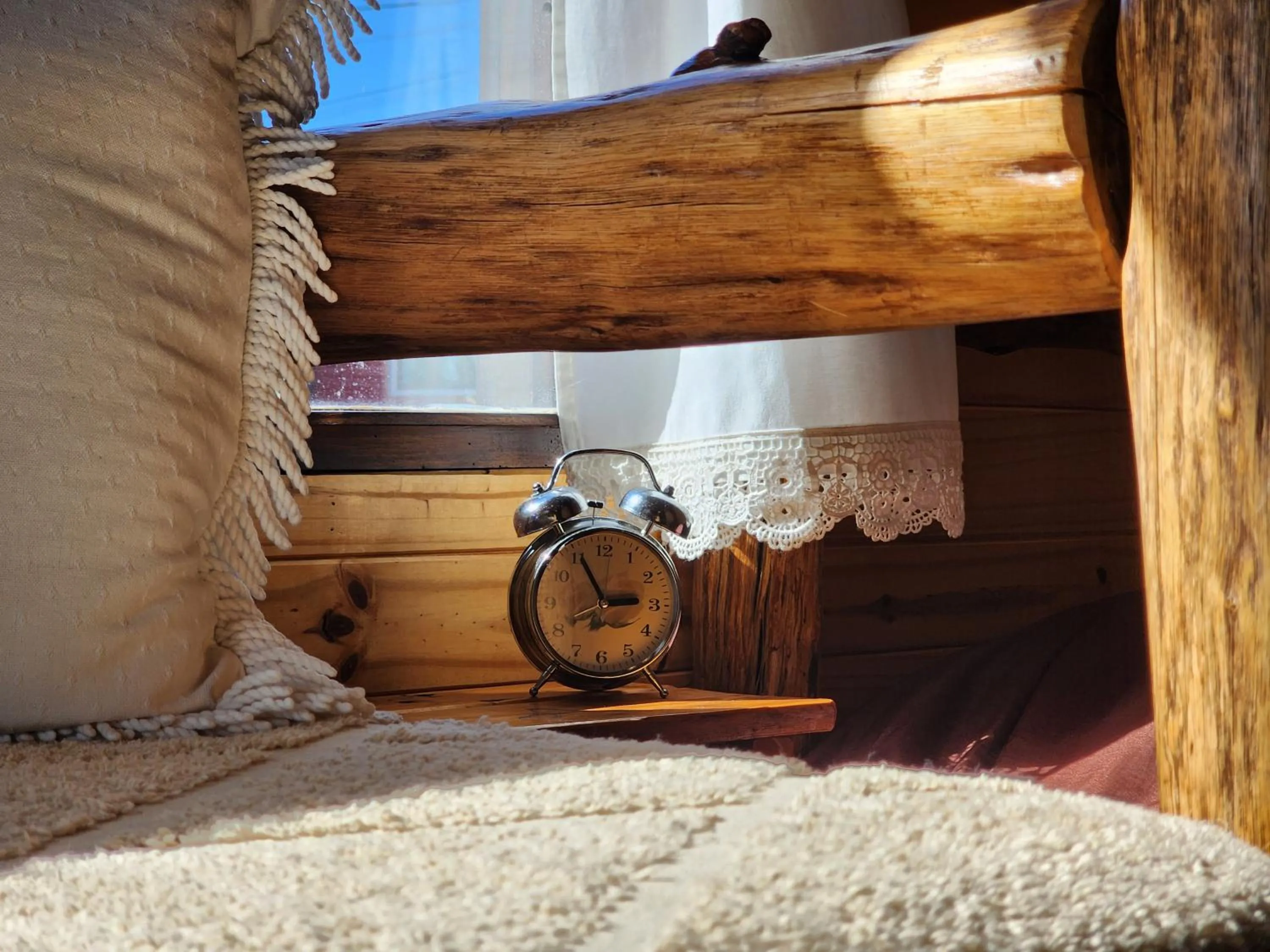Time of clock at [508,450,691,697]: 2:55
